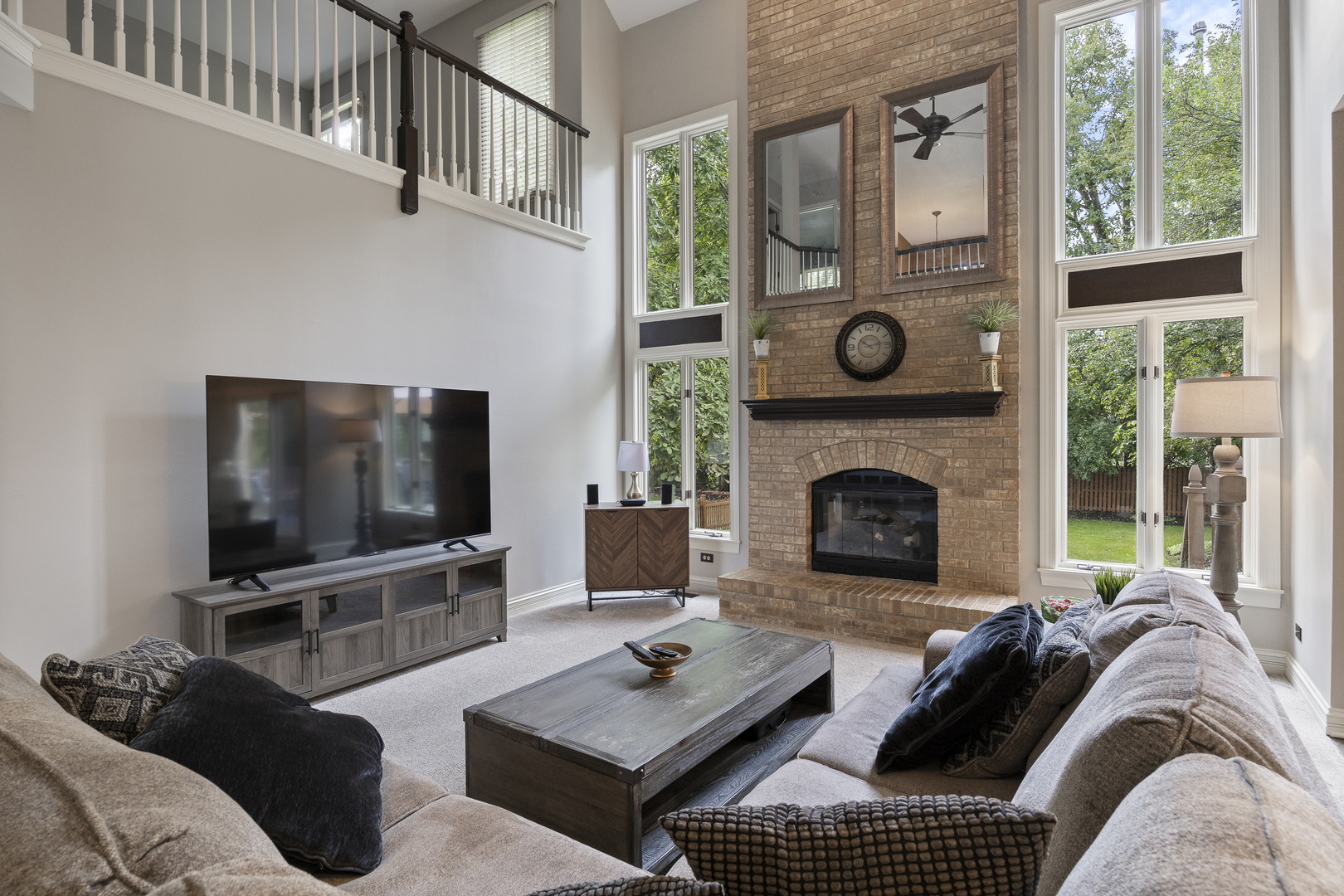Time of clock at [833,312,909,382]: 10:13
